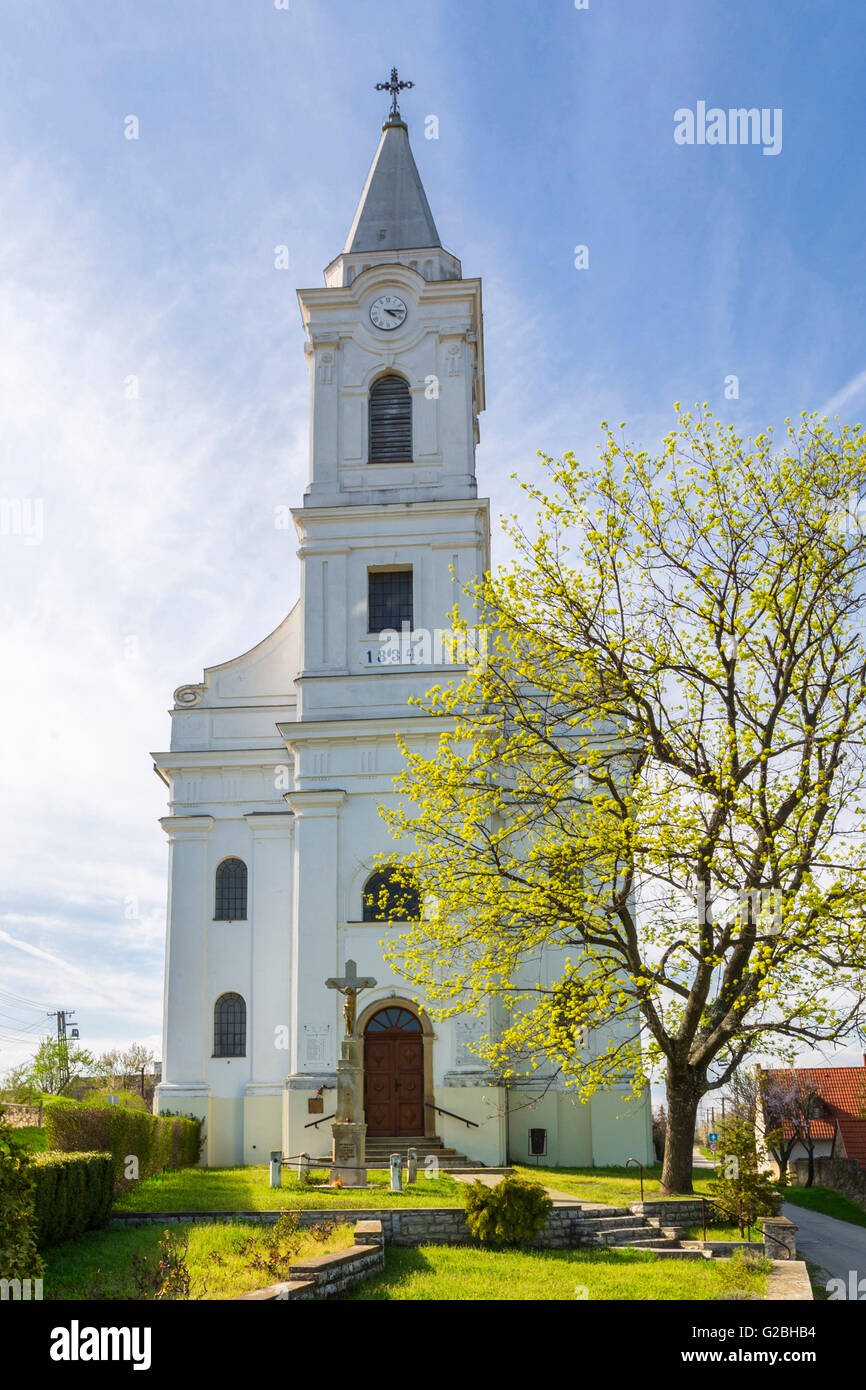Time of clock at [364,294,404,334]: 4:14
